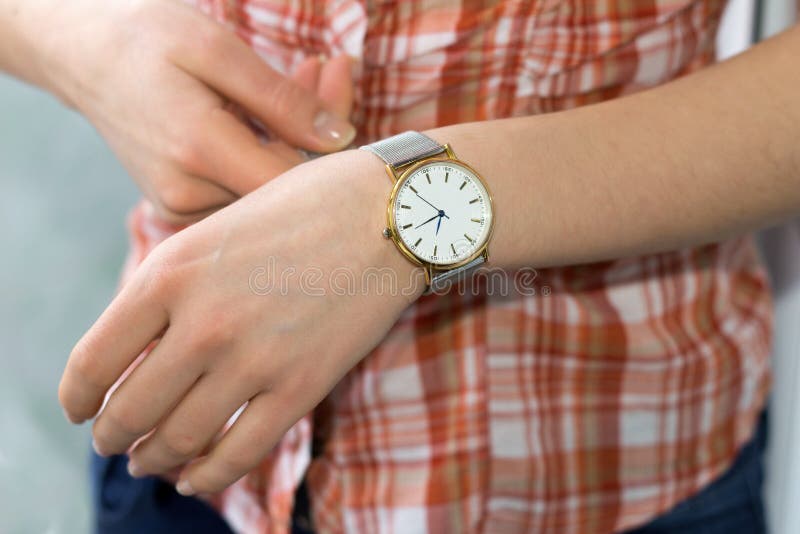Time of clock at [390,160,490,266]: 7:49
